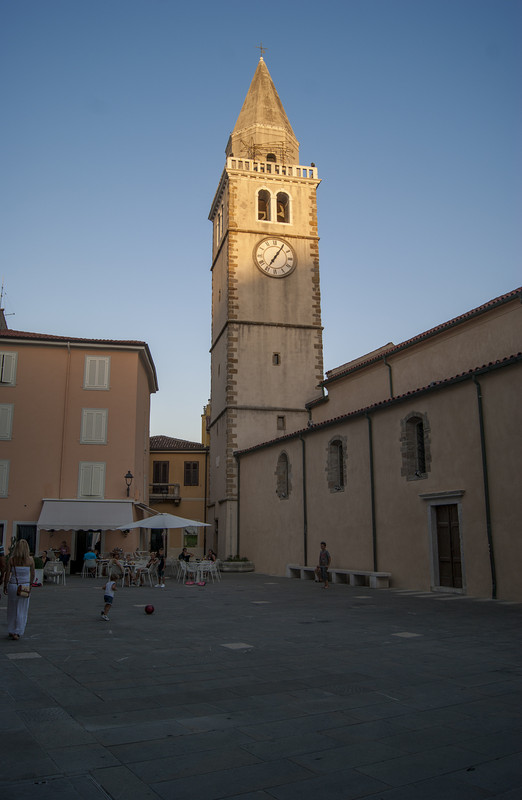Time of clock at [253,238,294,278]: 7:05
